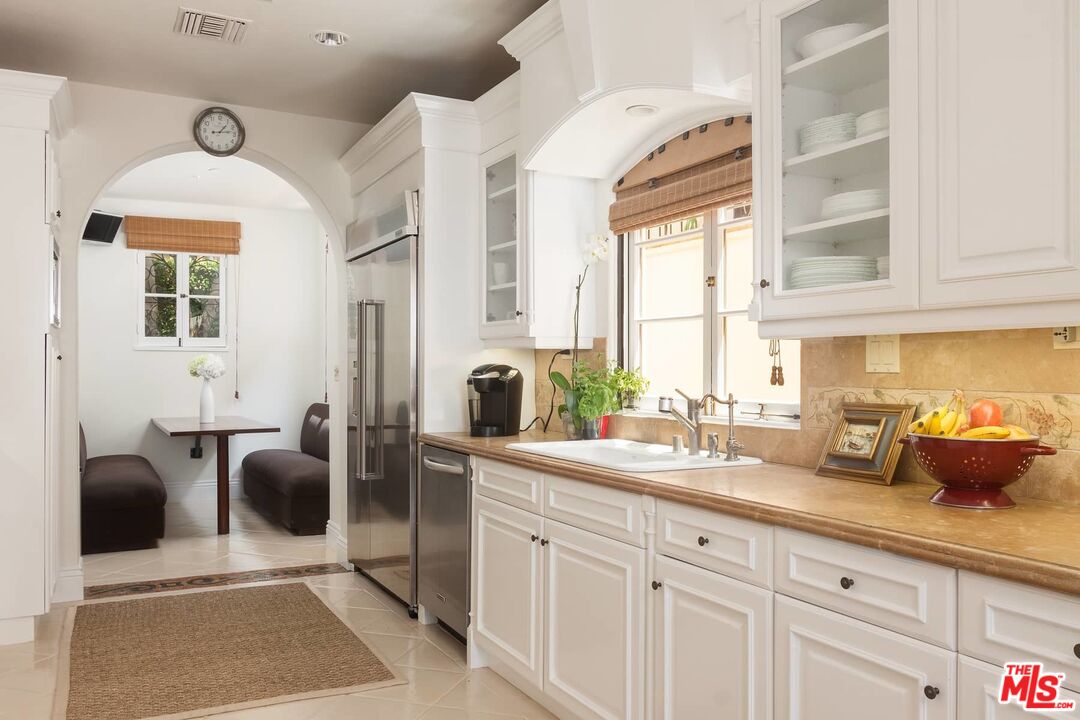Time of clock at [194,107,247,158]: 1:13
